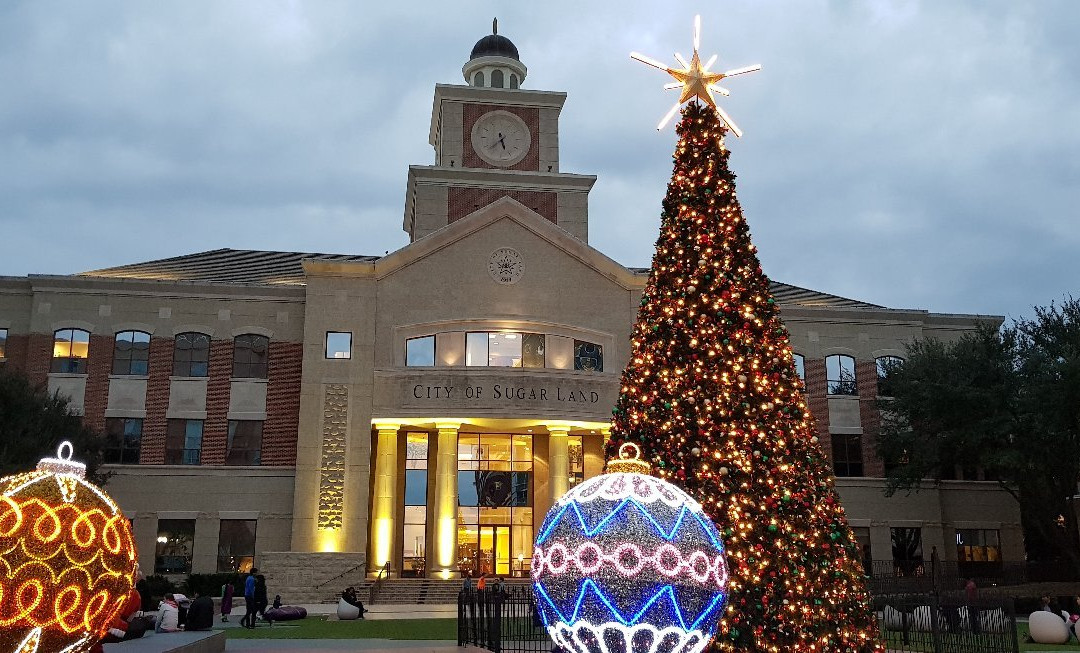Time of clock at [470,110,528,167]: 5:37
